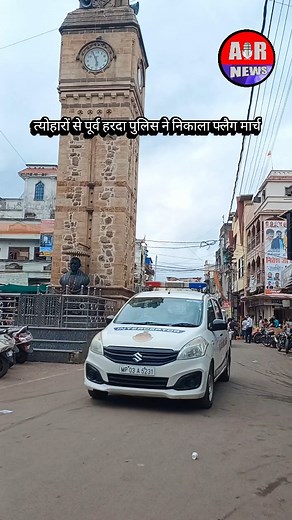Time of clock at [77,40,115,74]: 5:56
